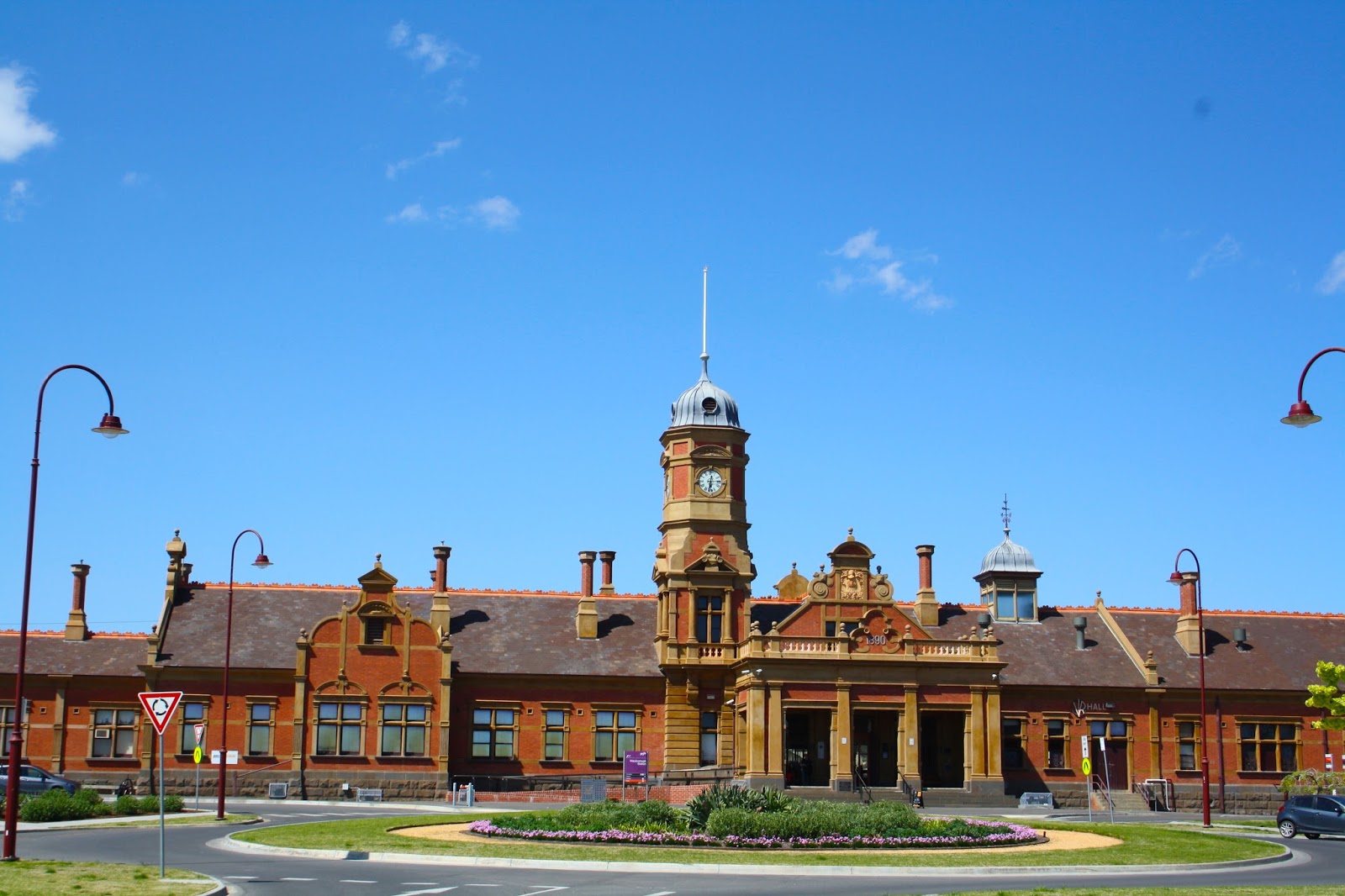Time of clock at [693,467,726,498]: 6:14
